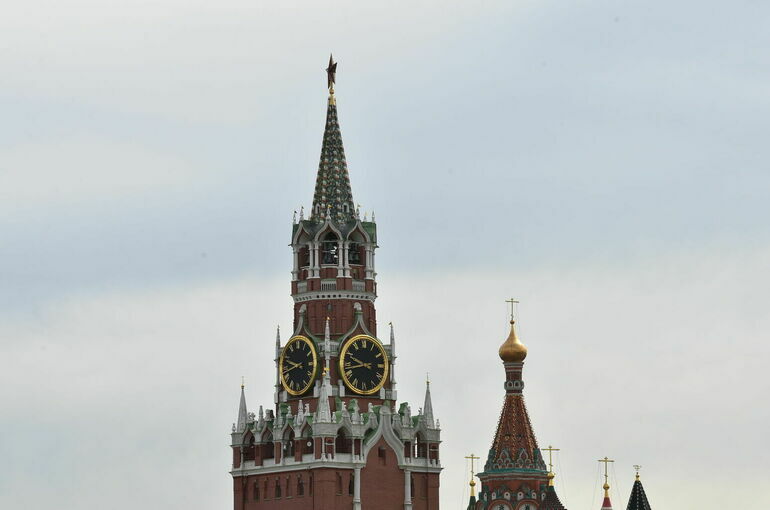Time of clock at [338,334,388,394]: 9:42
